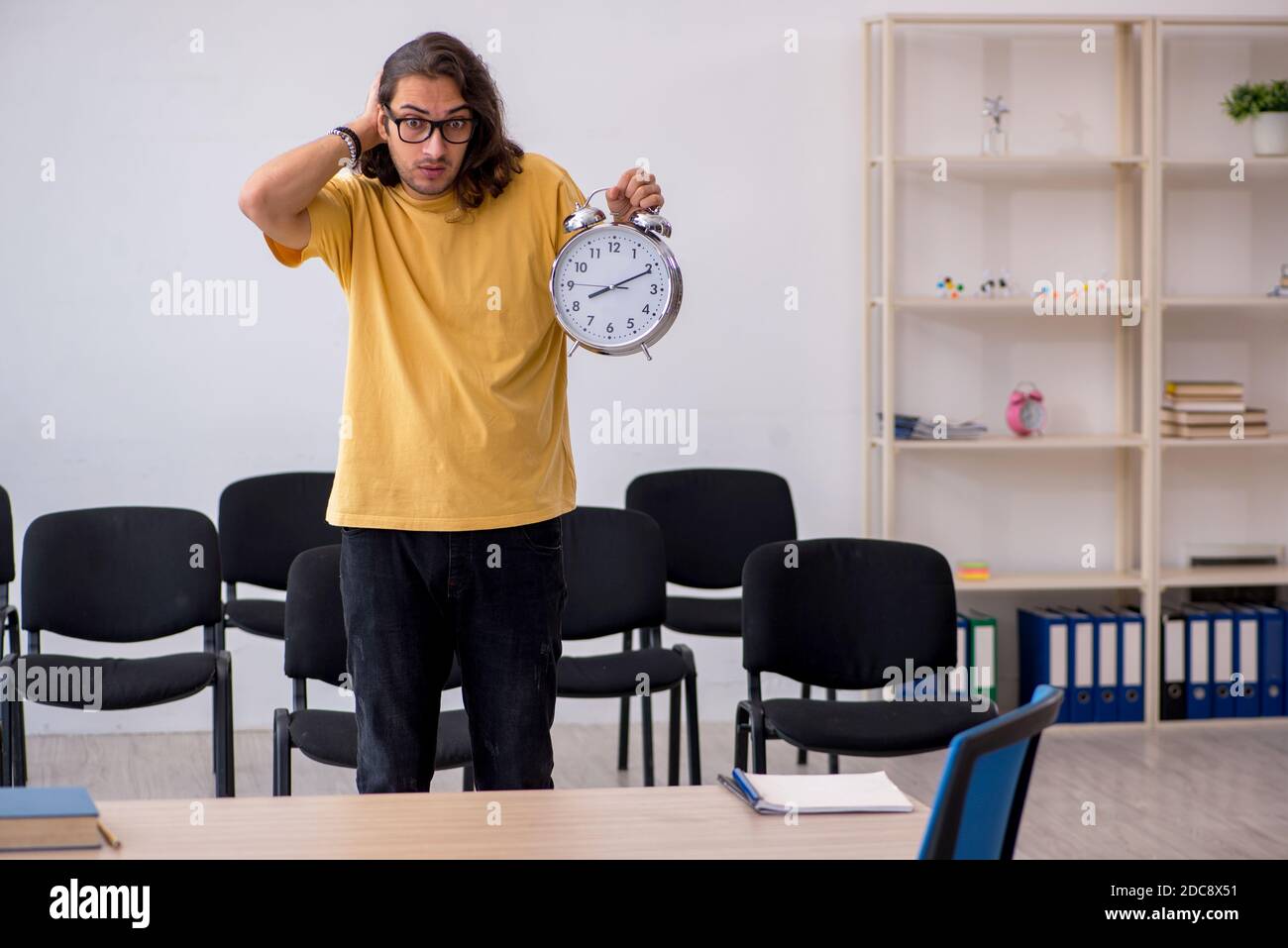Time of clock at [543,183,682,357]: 8:10
